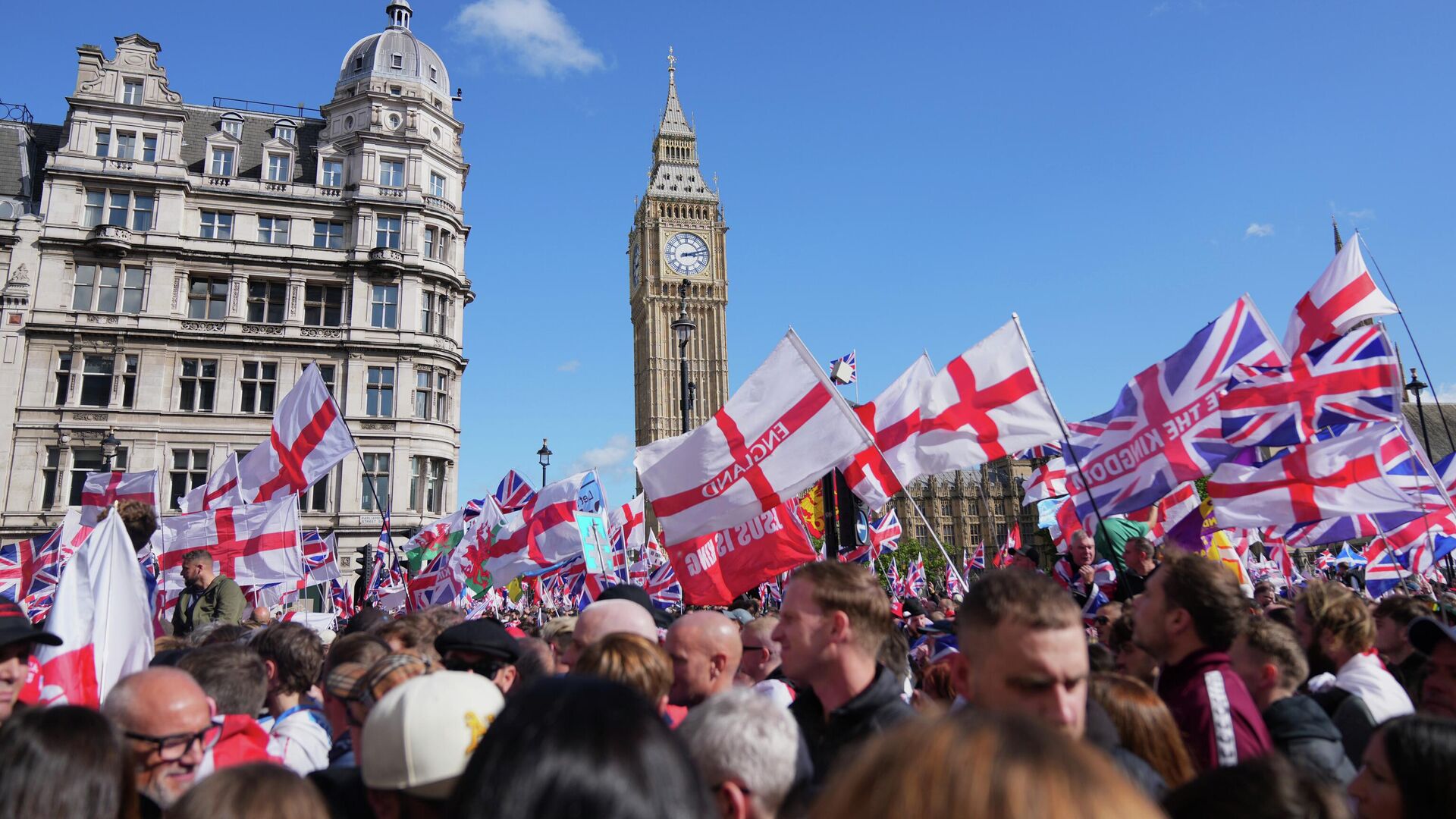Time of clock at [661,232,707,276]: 3:12
